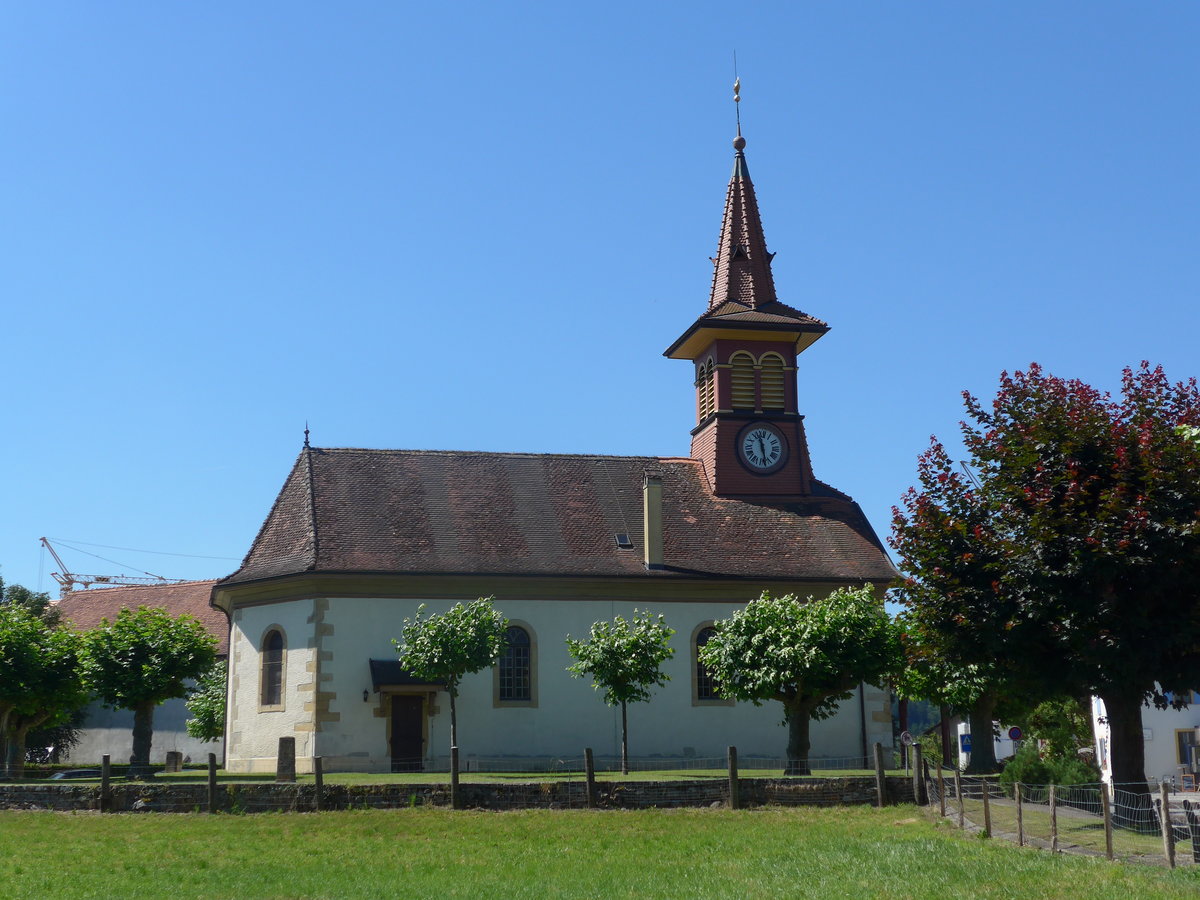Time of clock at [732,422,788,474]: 11:28
